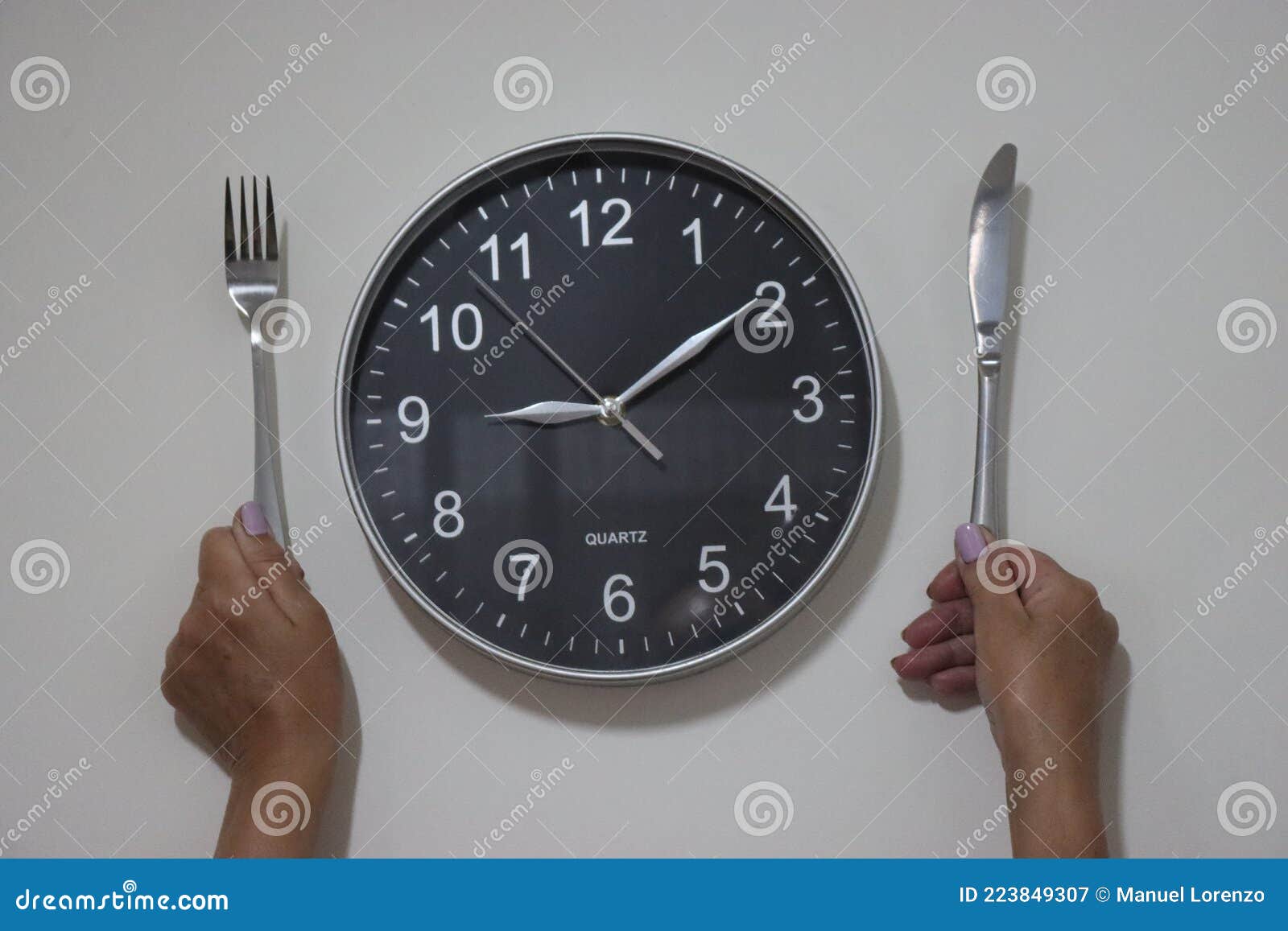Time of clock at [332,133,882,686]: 9:09
